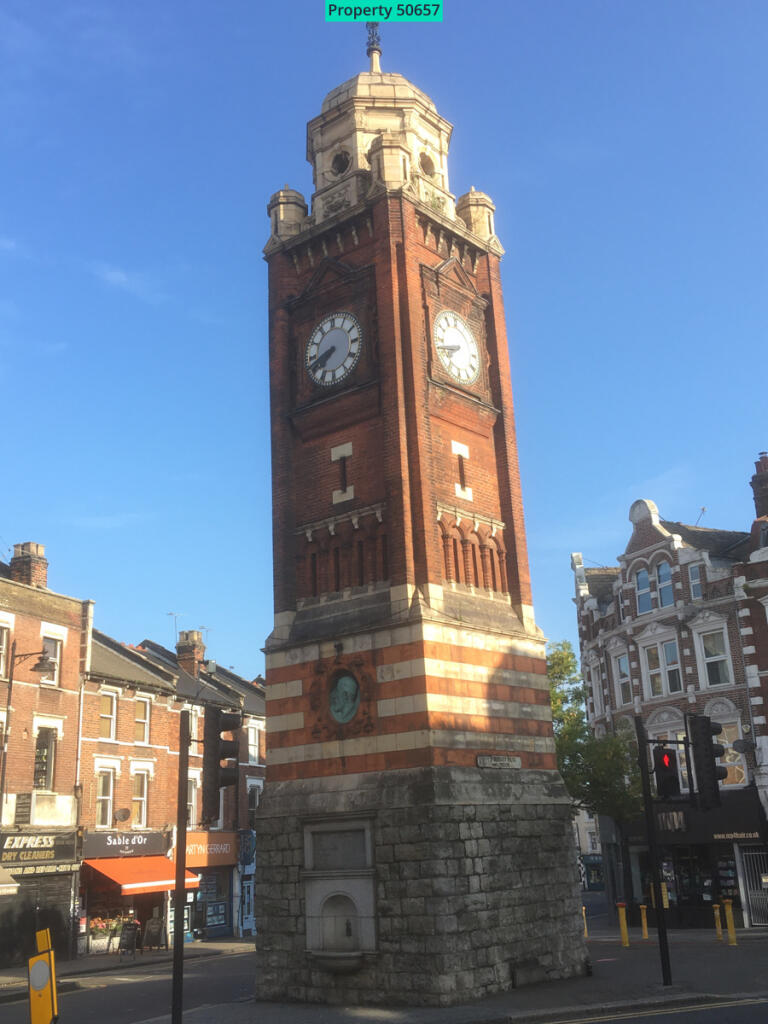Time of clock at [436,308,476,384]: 7:42
